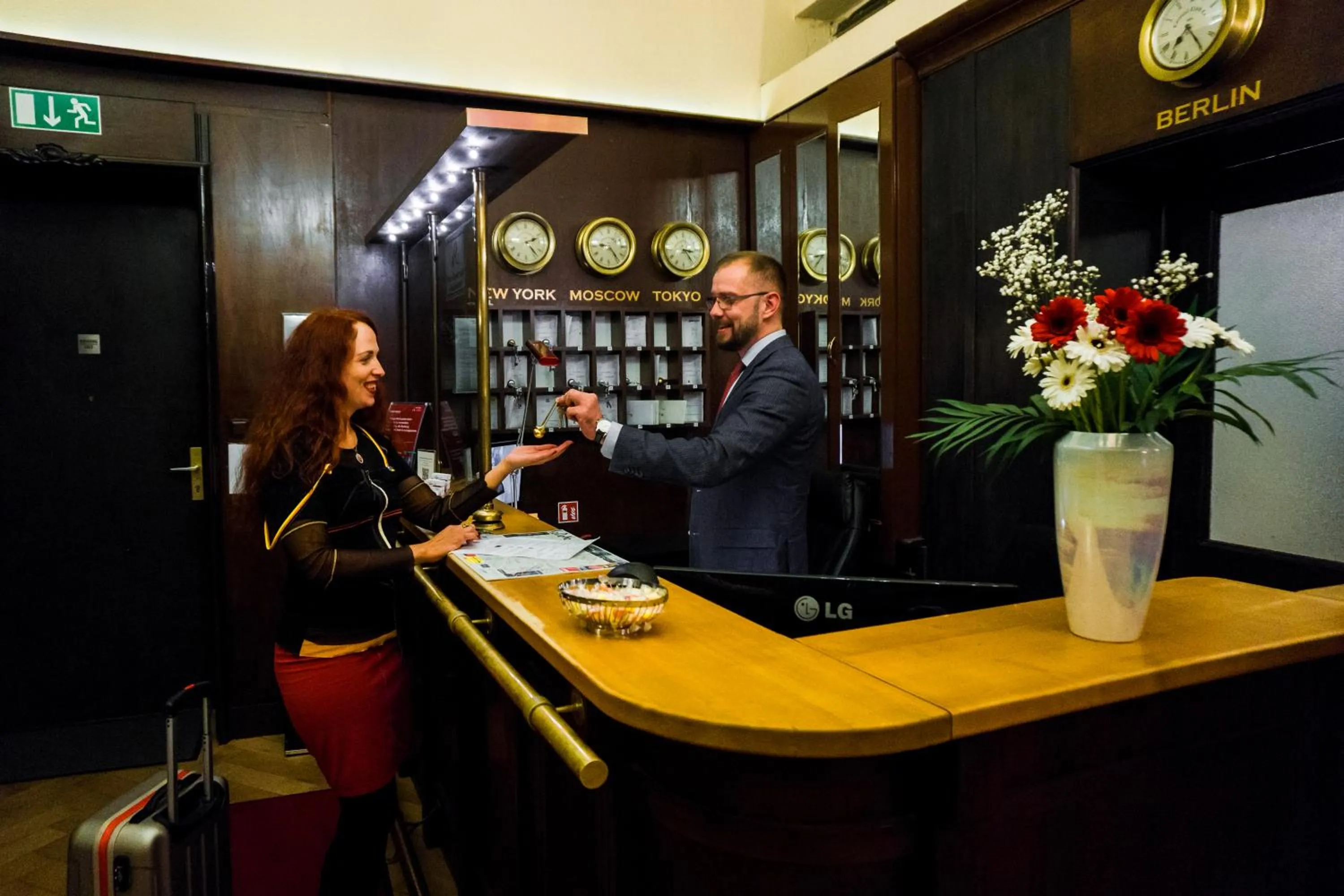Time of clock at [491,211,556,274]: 2:23
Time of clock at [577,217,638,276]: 9:23
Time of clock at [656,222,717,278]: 3:23
